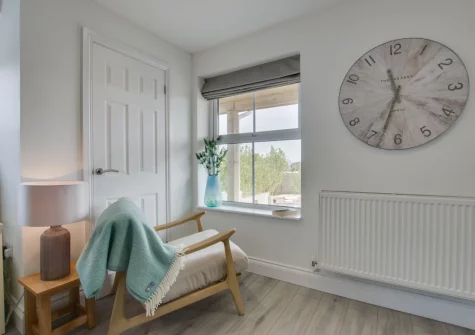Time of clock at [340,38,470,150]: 11:33
